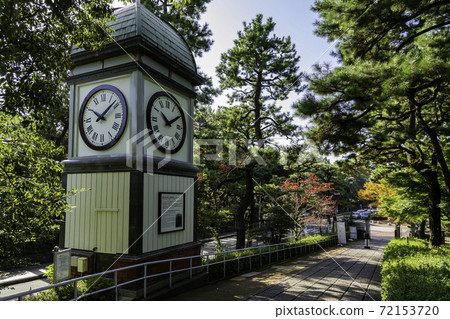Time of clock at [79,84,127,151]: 10:08
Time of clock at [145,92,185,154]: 10:10
